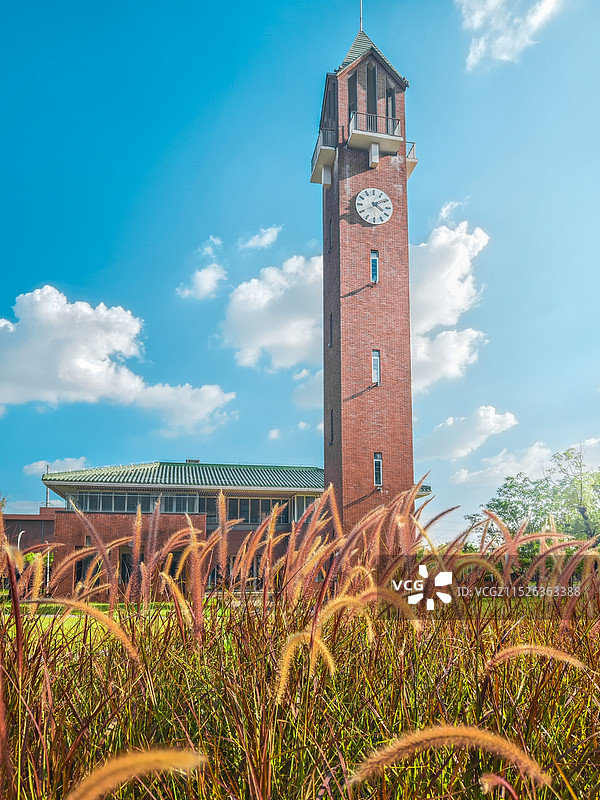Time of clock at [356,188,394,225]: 4:10
